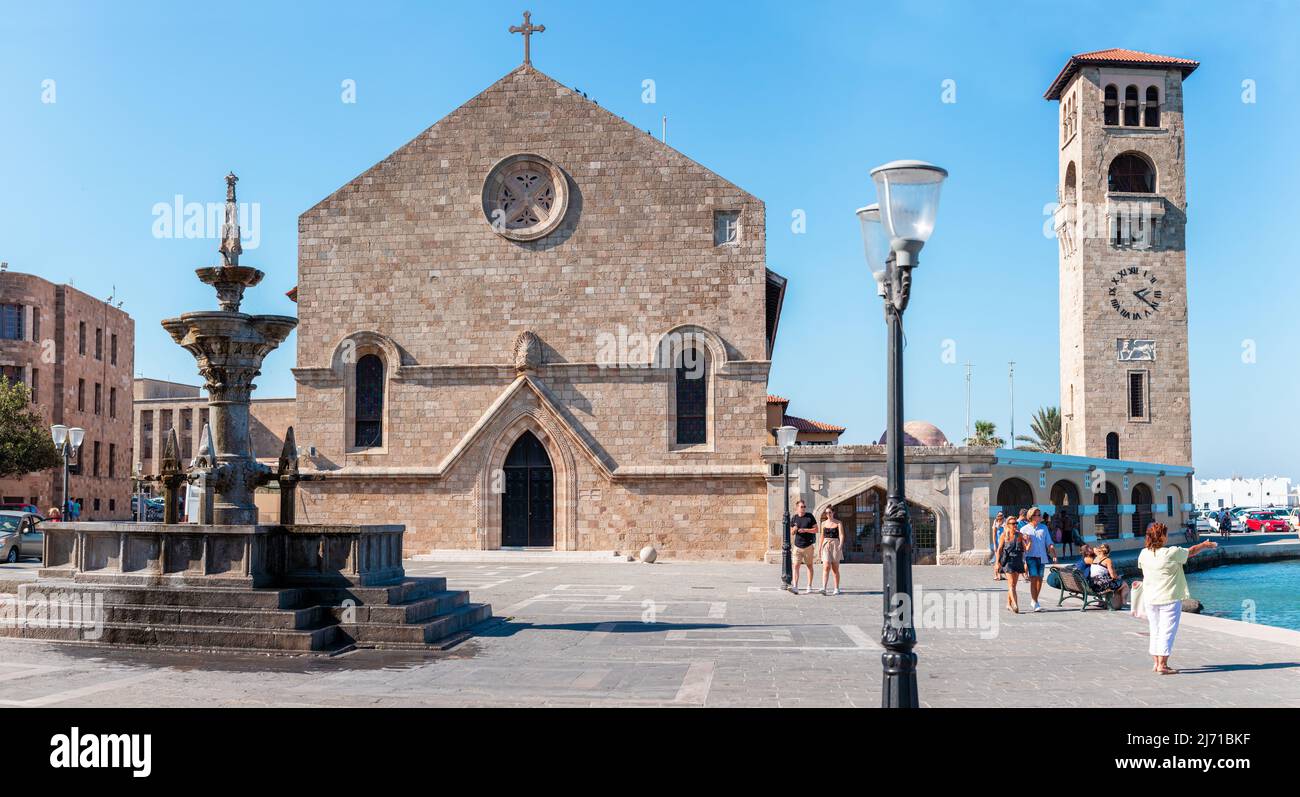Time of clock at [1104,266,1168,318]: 2:21
